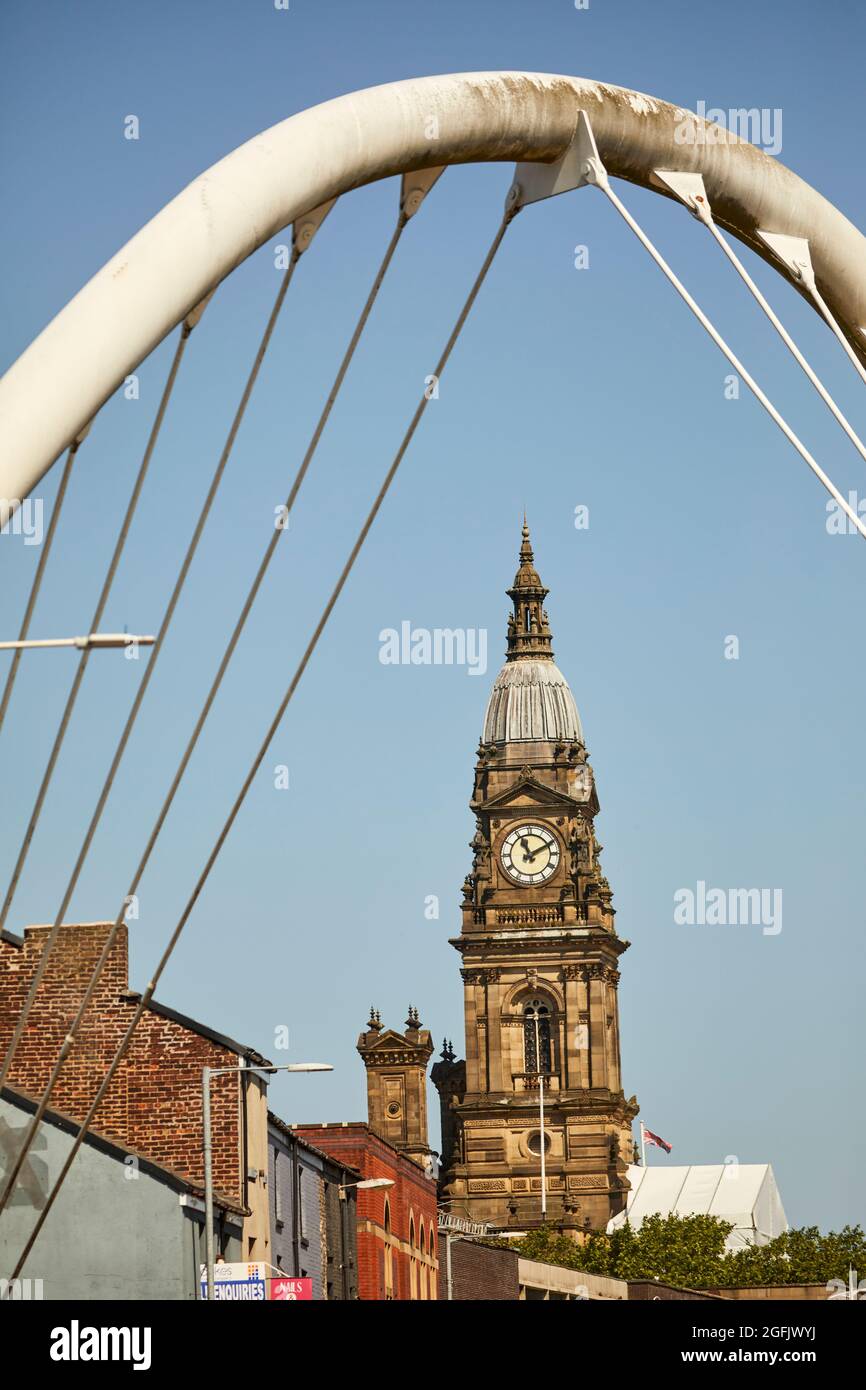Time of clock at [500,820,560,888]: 11:10
